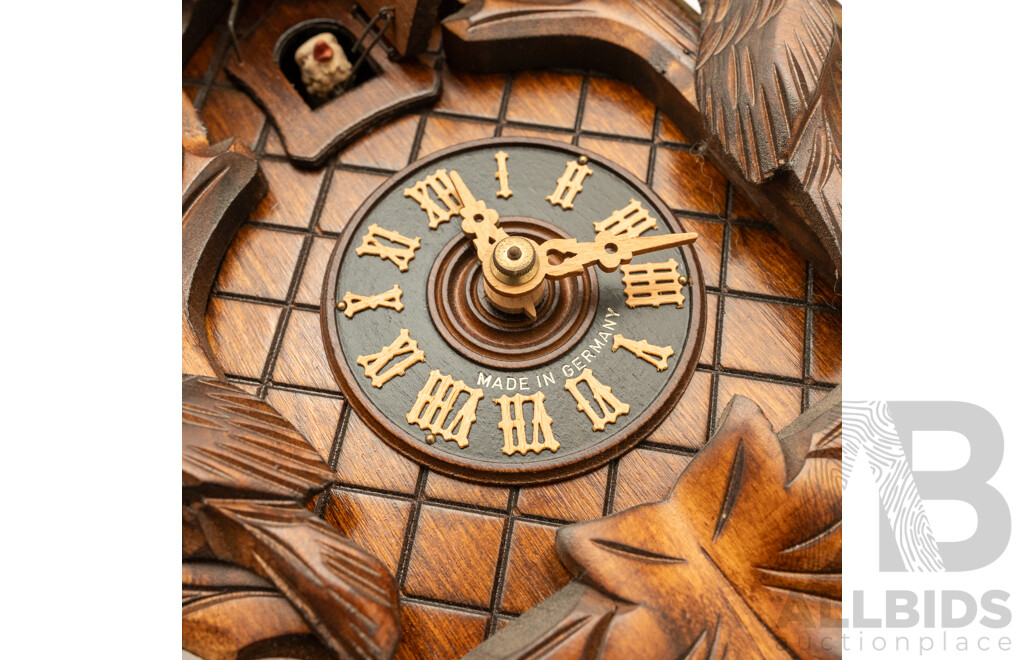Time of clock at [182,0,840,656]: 11:13
